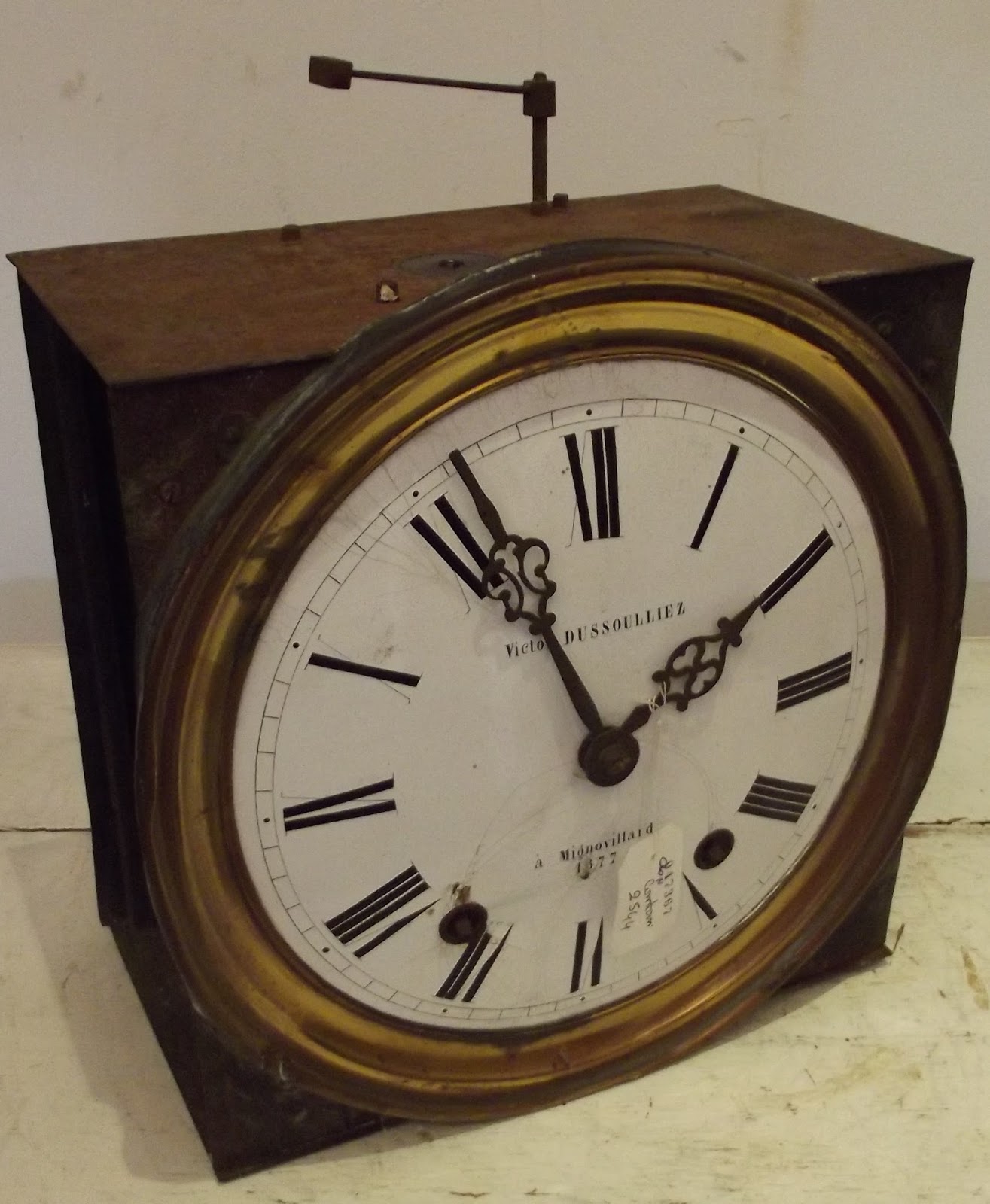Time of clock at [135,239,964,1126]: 1:56
